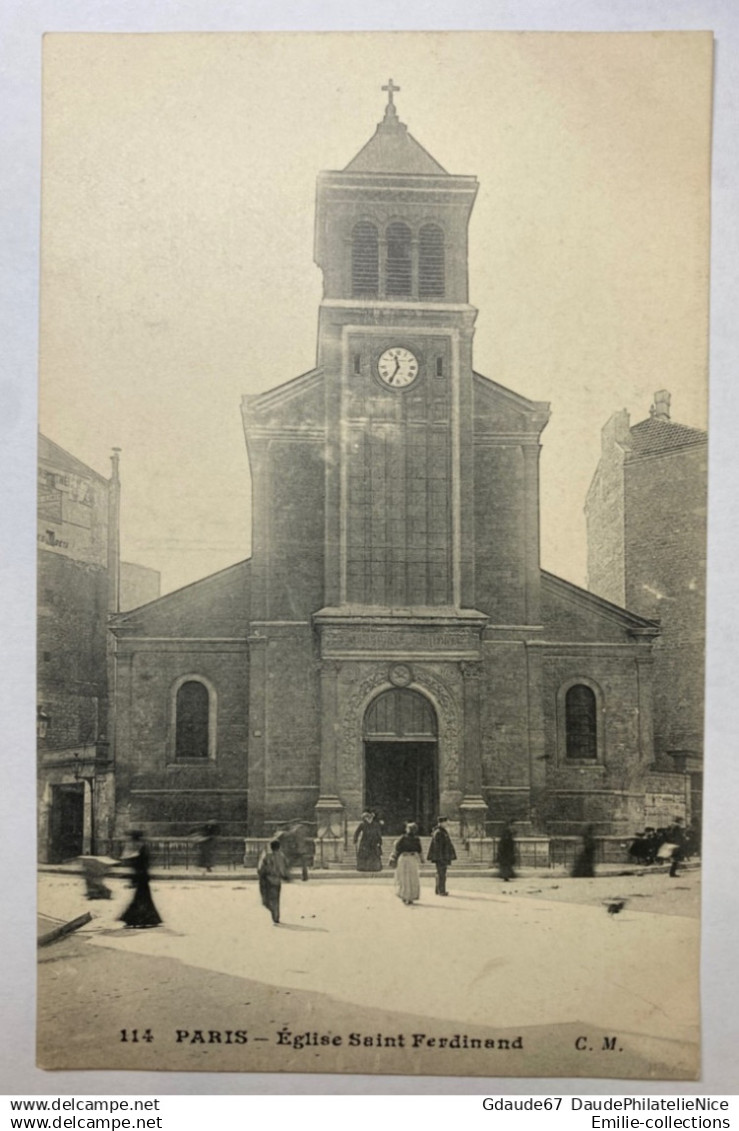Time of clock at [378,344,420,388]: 11:34
